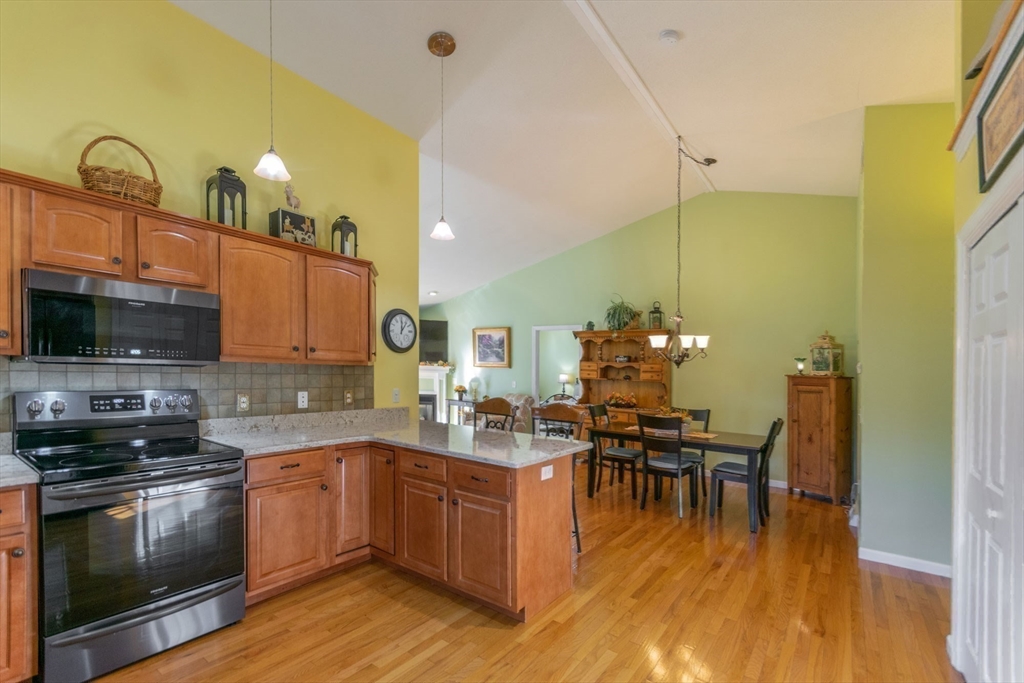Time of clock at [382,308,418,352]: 12:06
